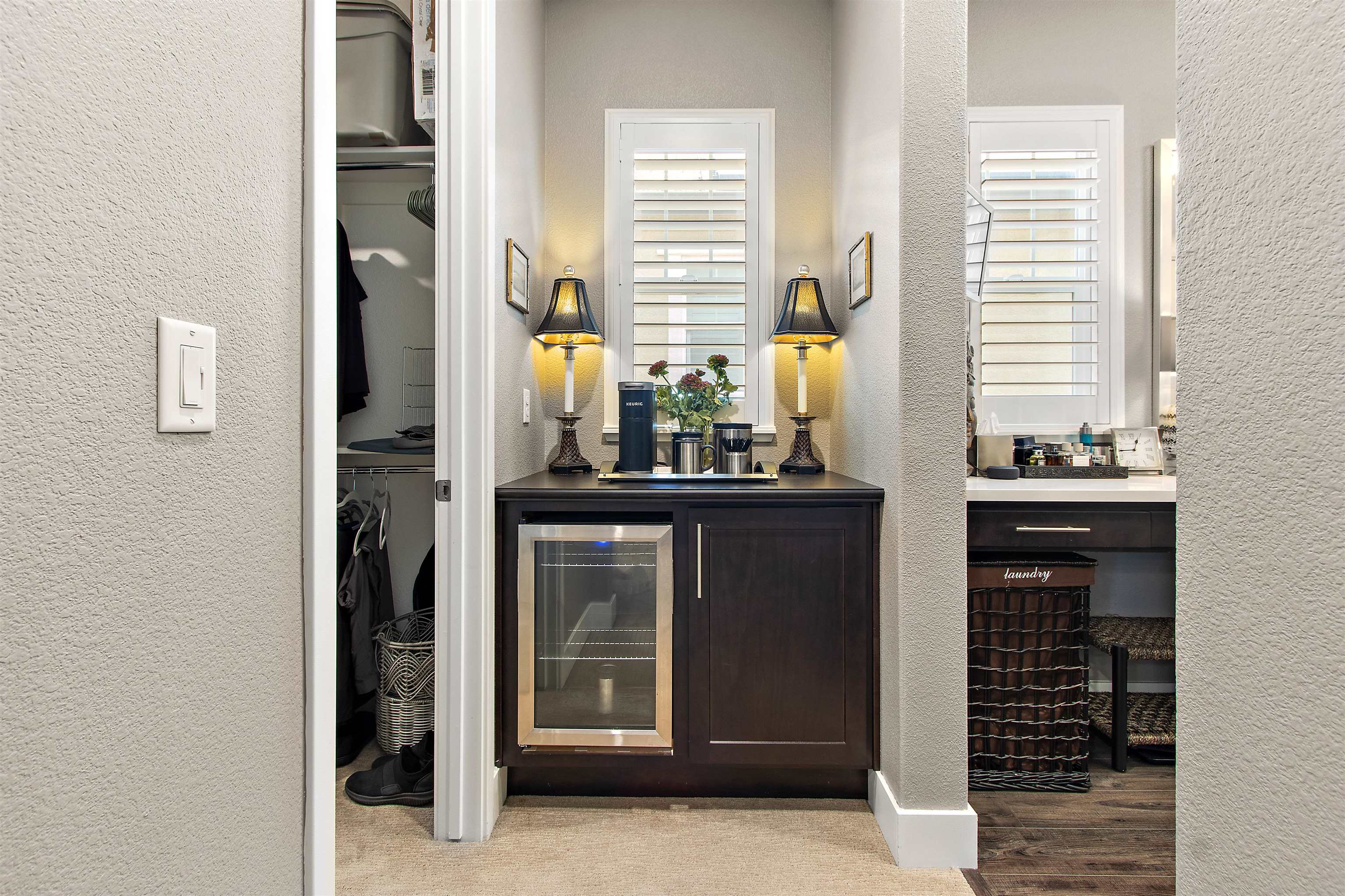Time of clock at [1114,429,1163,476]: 12:44
